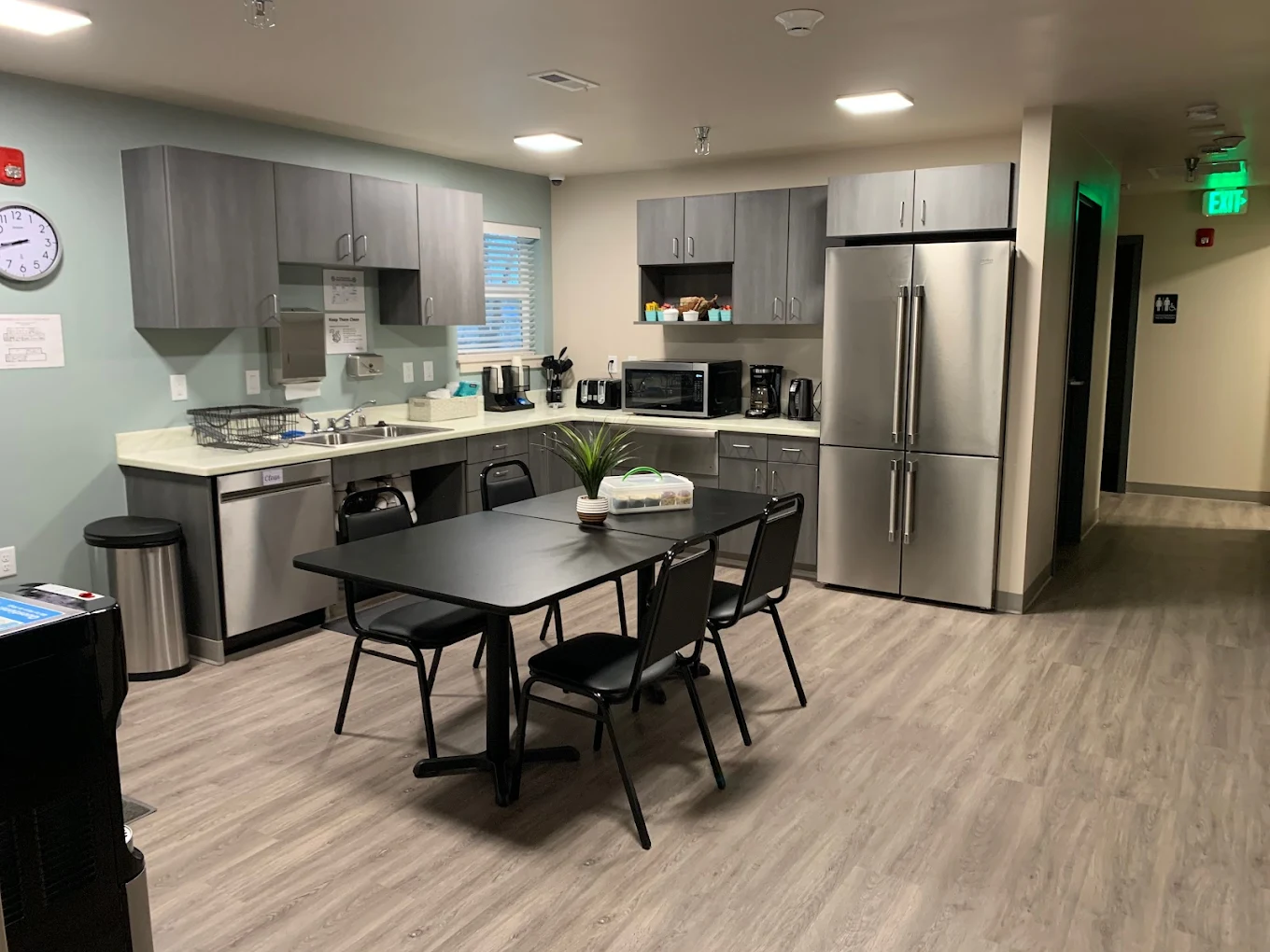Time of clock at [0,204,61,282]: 8:43
